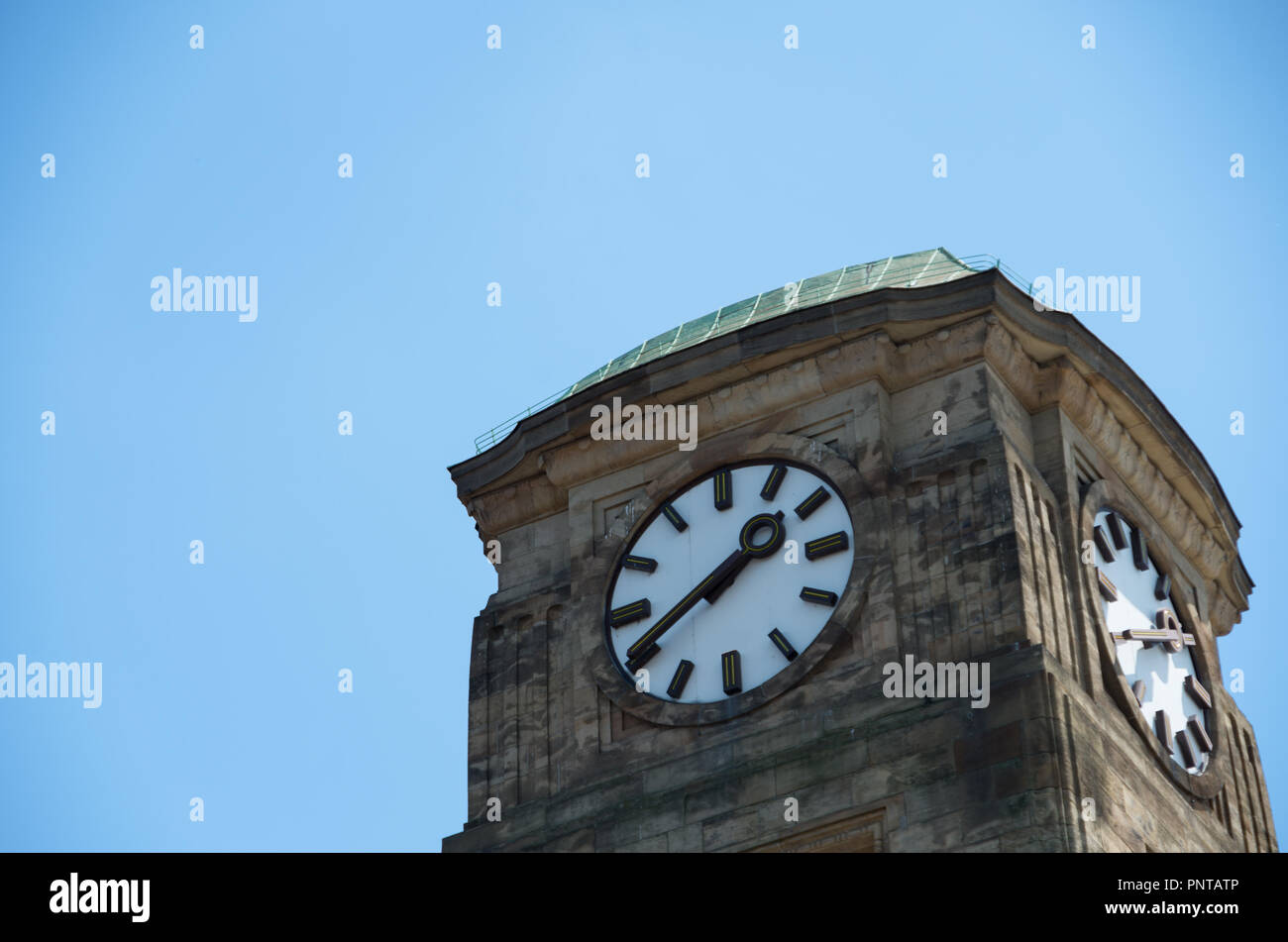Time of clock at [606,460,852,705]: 1:39
